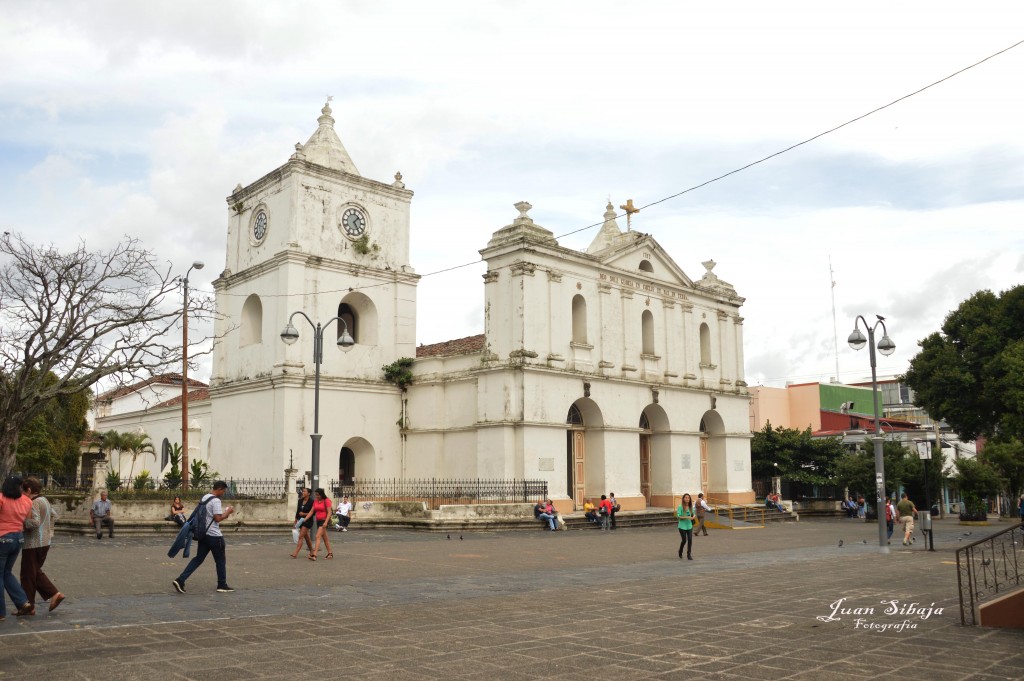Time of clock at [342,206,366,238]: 1:24
